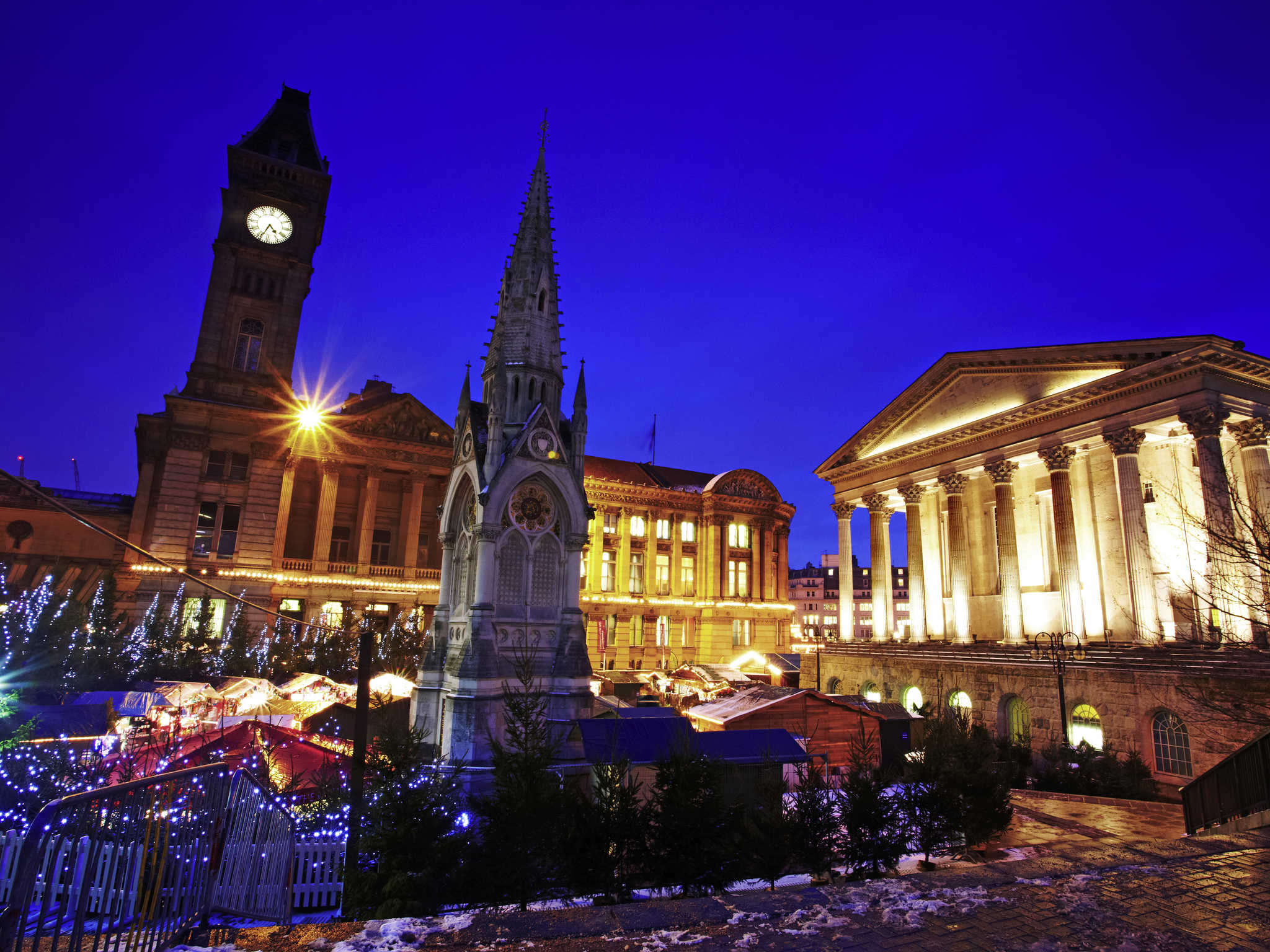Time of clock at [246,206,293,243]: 4:33
